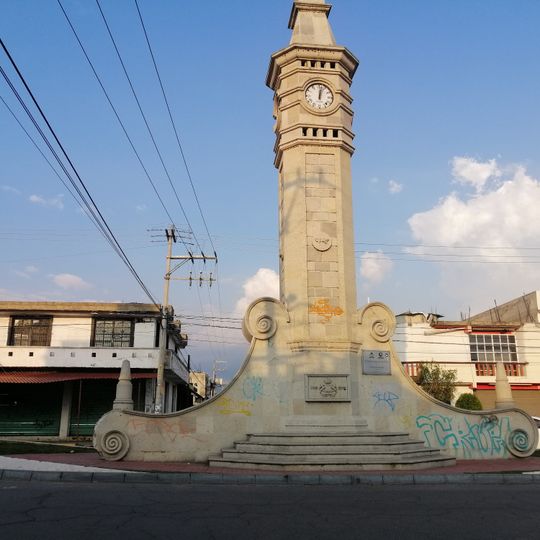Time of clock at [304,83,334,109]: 12:02
